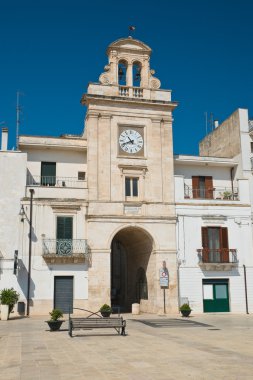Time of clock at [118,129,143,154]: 10:41
